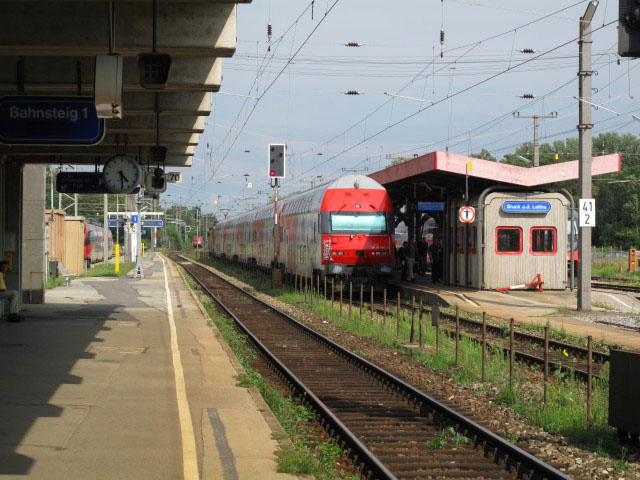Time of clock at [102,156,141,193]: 4:29
